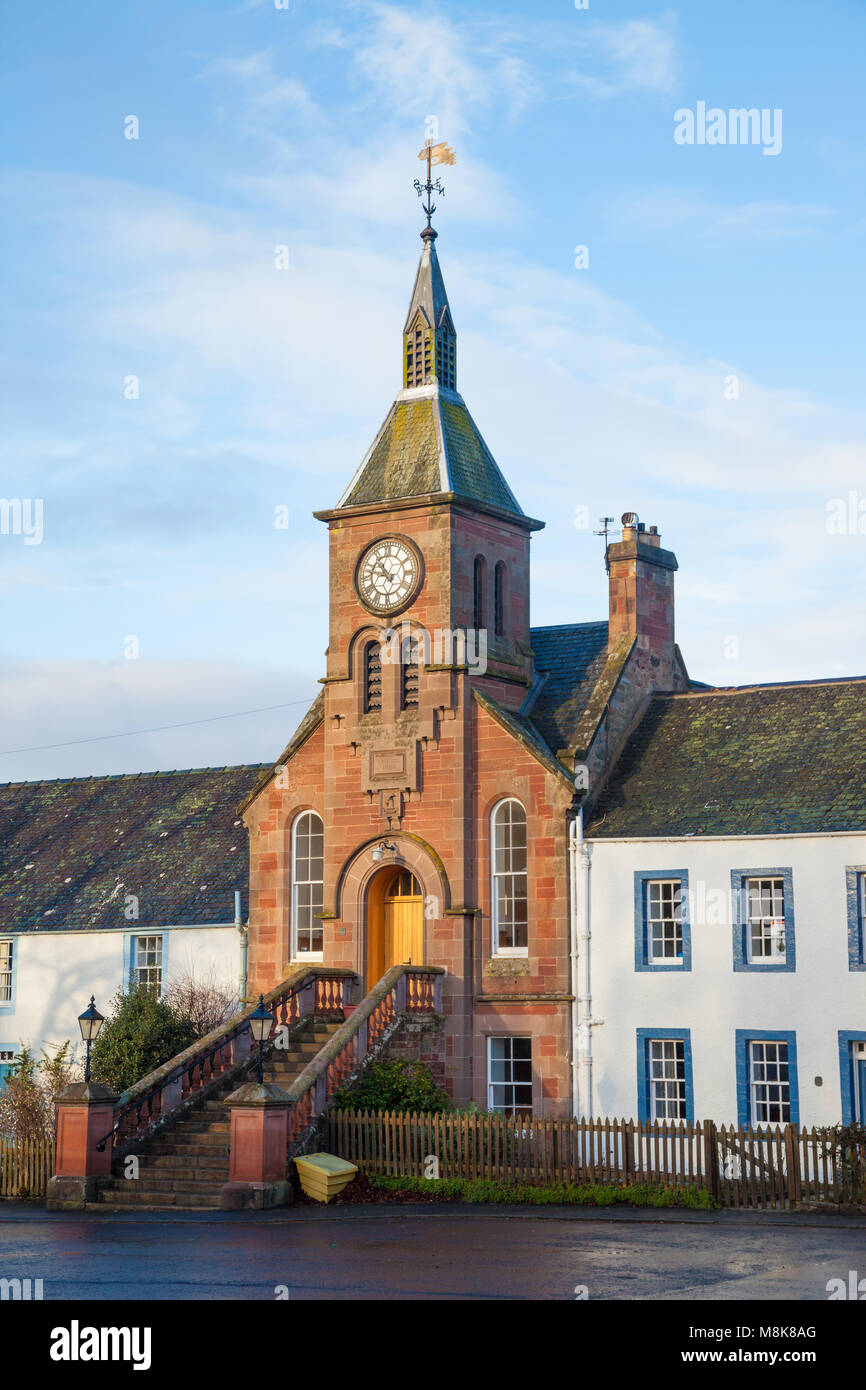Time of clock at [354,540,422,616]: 10:47
